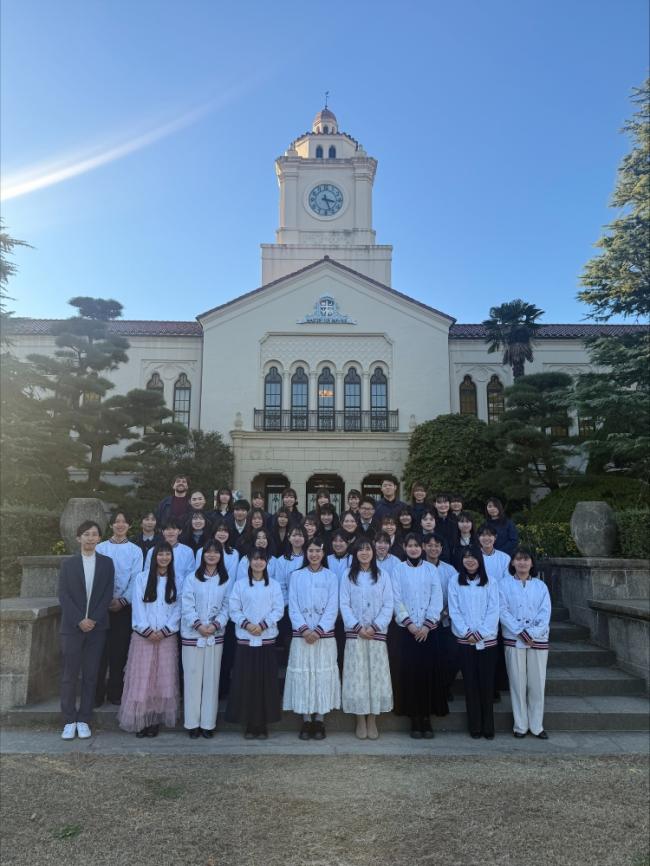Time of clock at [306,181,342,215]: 3:26
